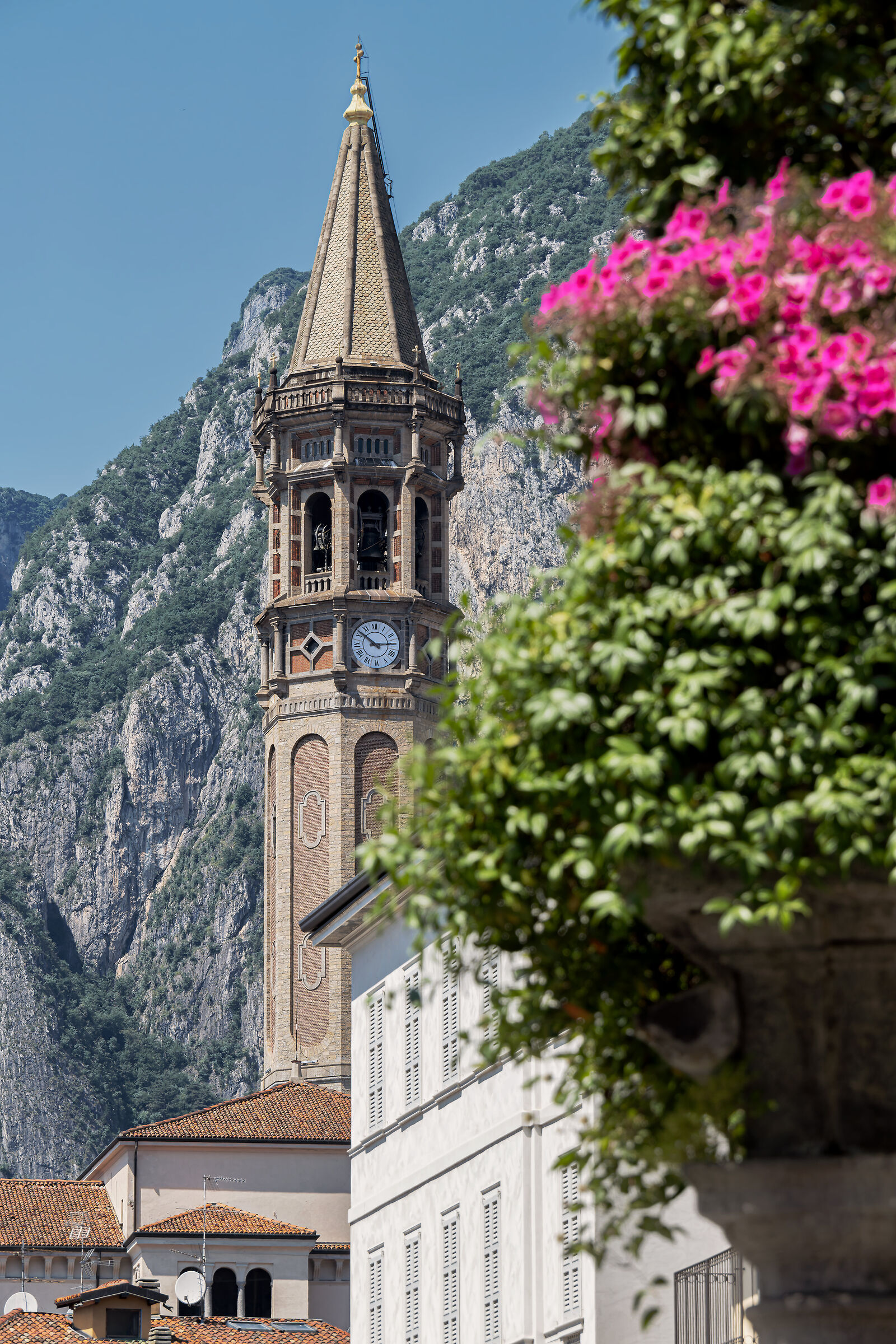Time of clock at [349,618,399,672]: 2:51
